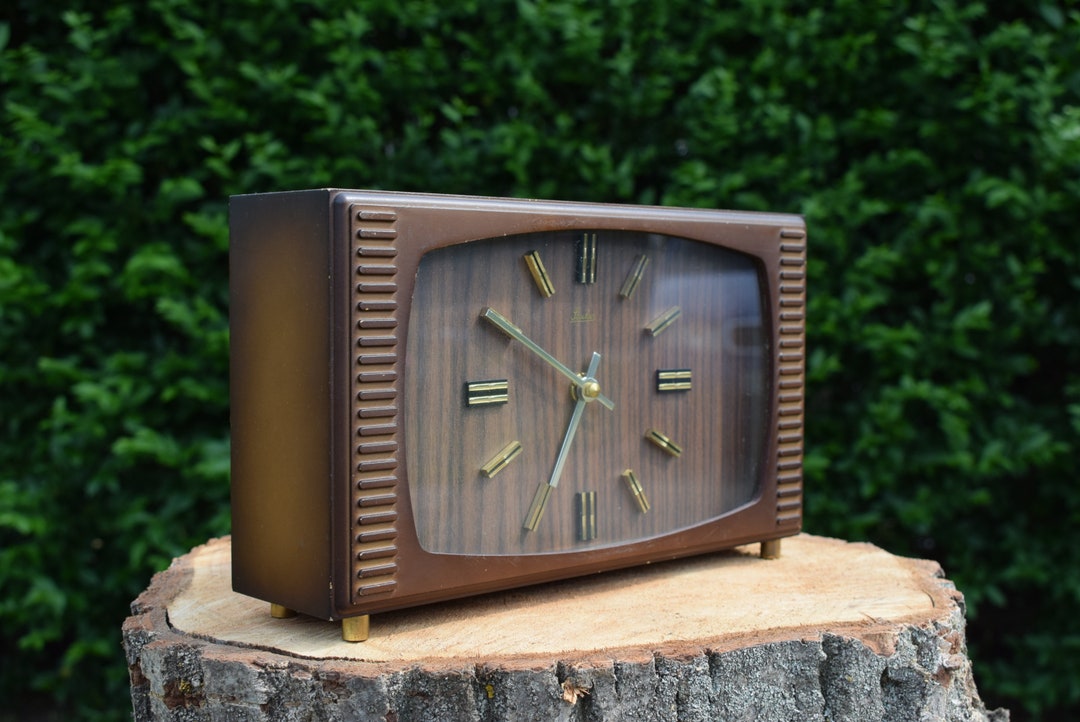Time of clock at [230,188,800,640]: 6:50
